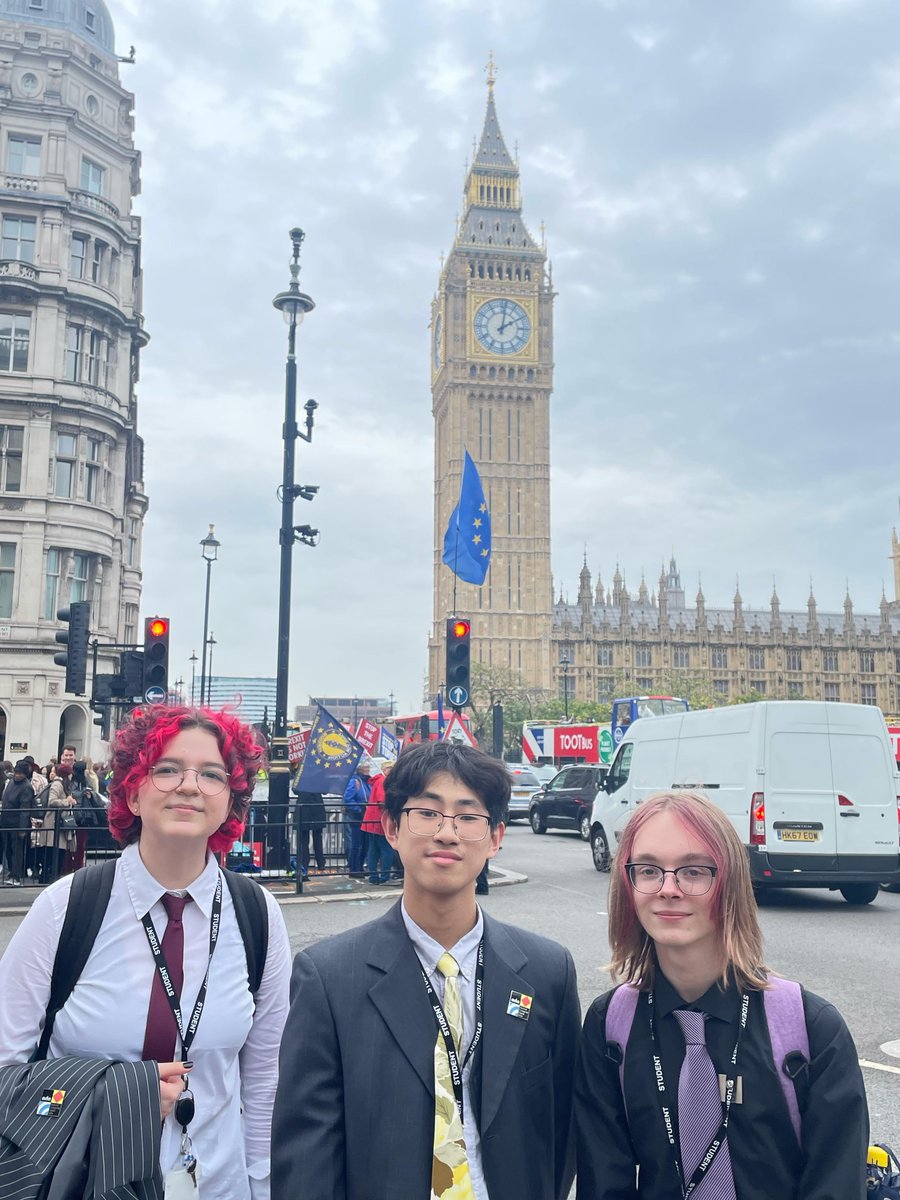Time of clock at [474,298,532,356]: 2:01
